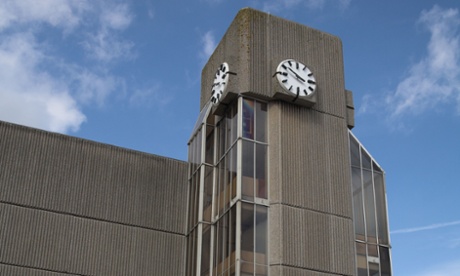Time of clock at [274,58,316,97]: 3:51
